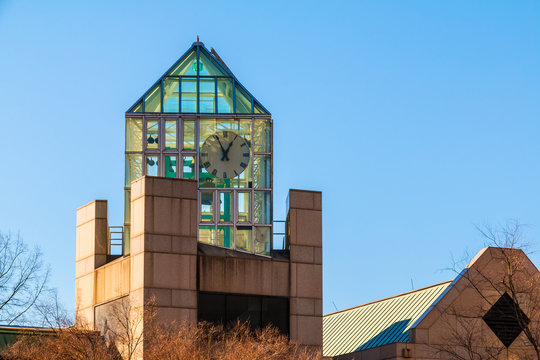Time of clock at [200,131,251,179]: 12:55
